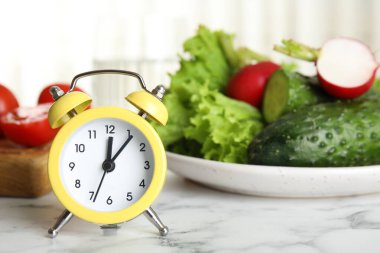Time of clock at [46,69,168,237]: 12:06
